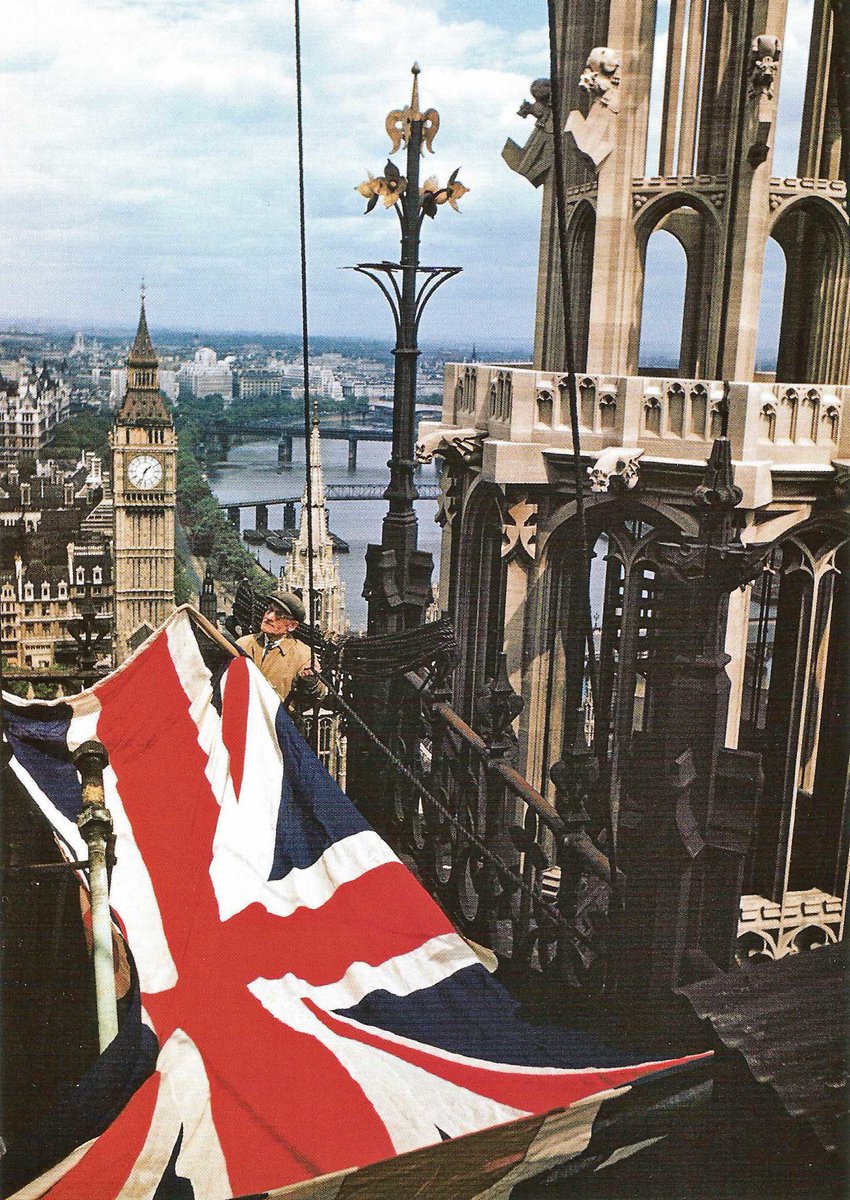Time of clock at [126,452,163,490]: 1:33
